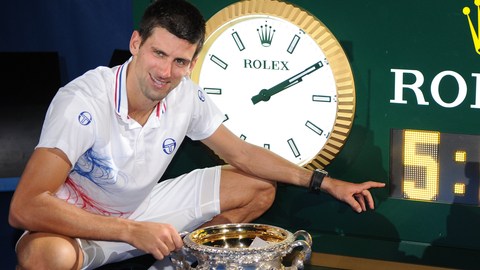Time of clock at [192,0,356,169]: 2:09
